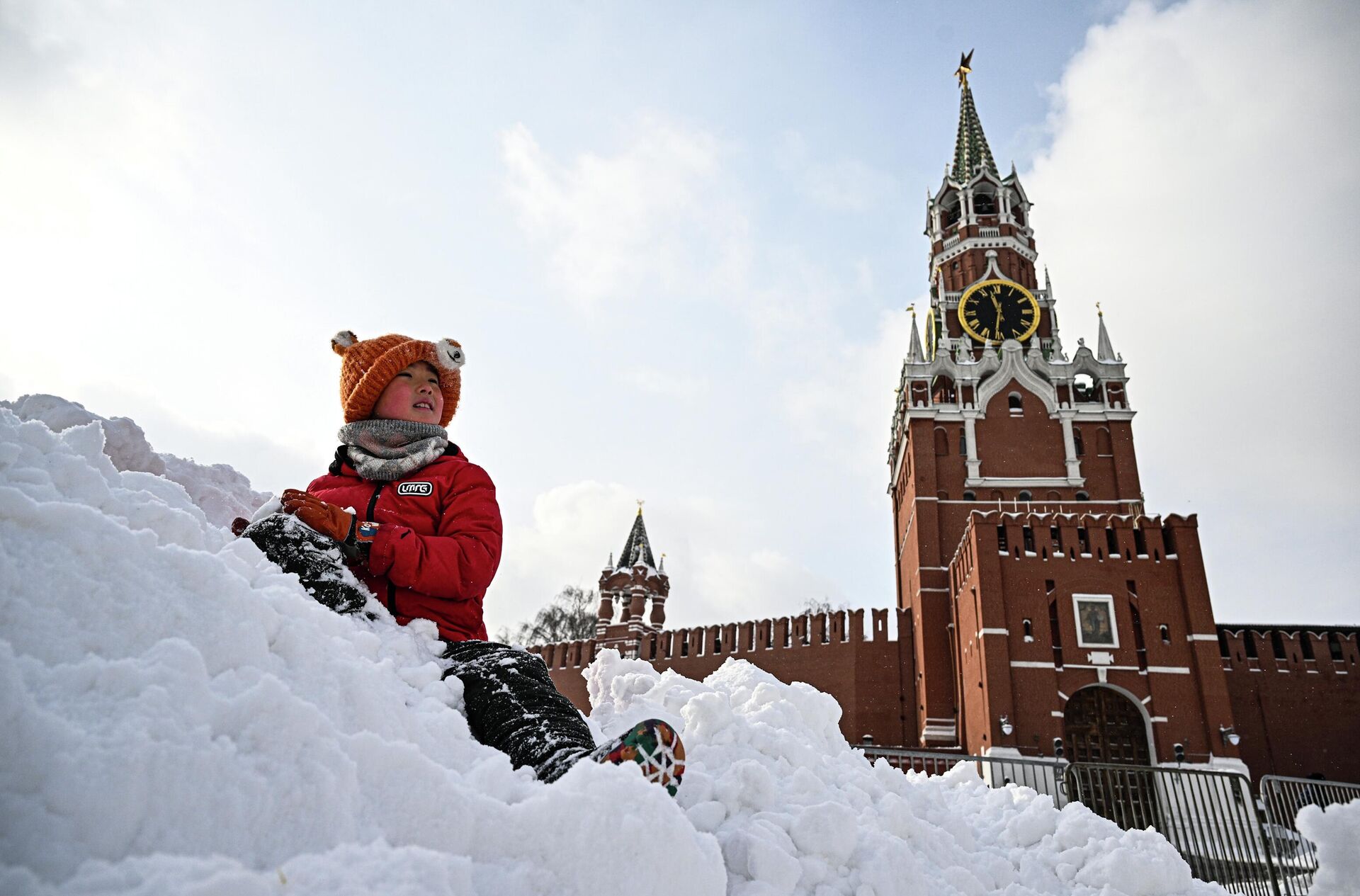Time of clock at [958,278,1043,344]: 11:31
